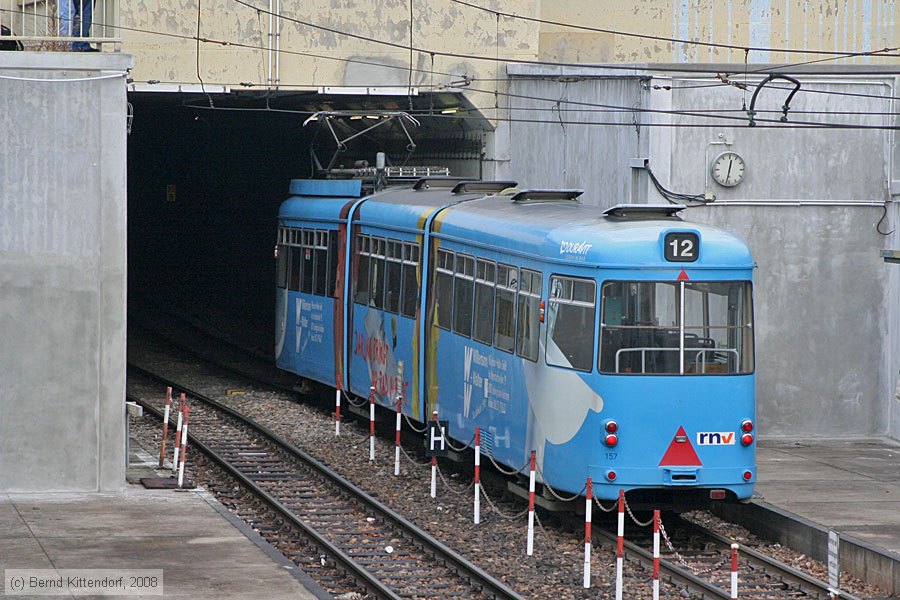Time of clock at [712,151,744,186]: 12:32
